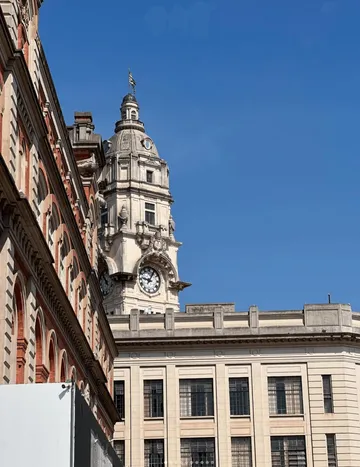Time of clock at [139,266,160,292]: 9:05
